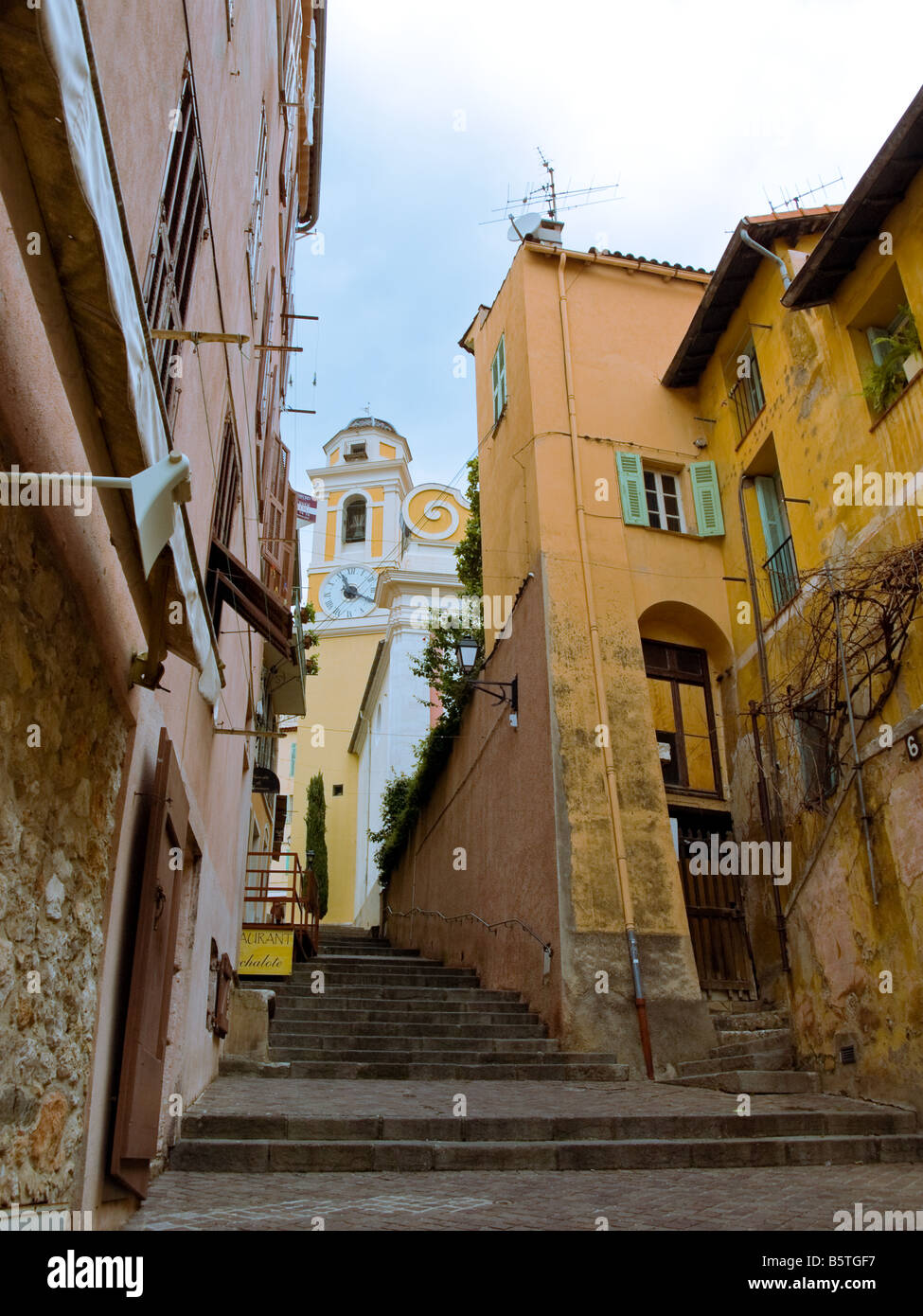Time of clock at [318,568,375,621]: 11:19
